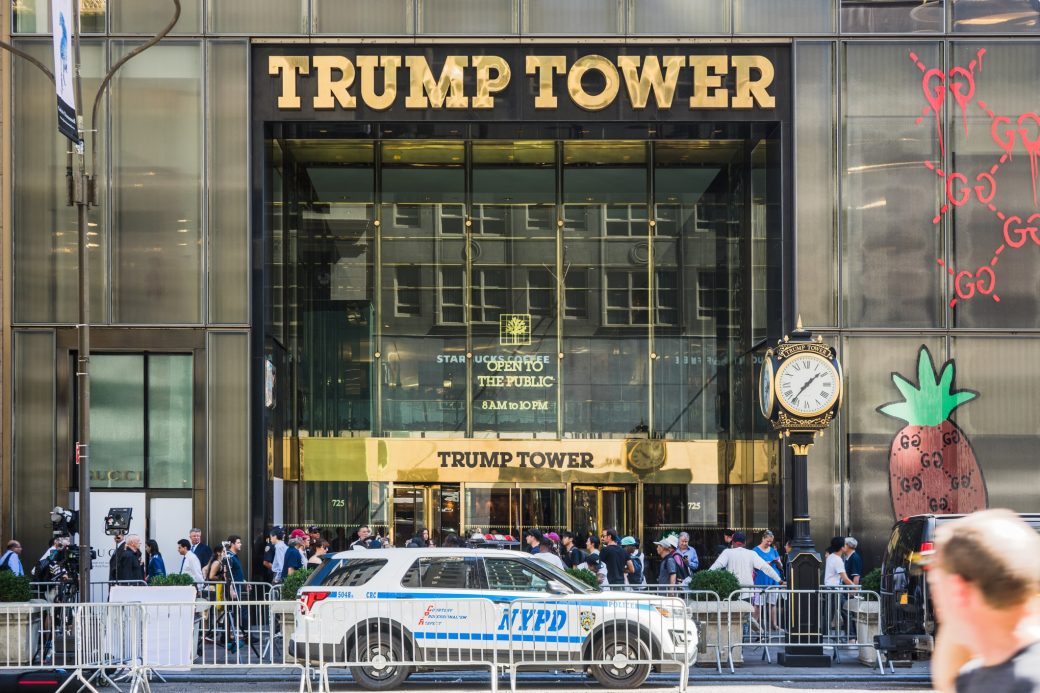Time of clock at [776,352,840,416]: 1:36
